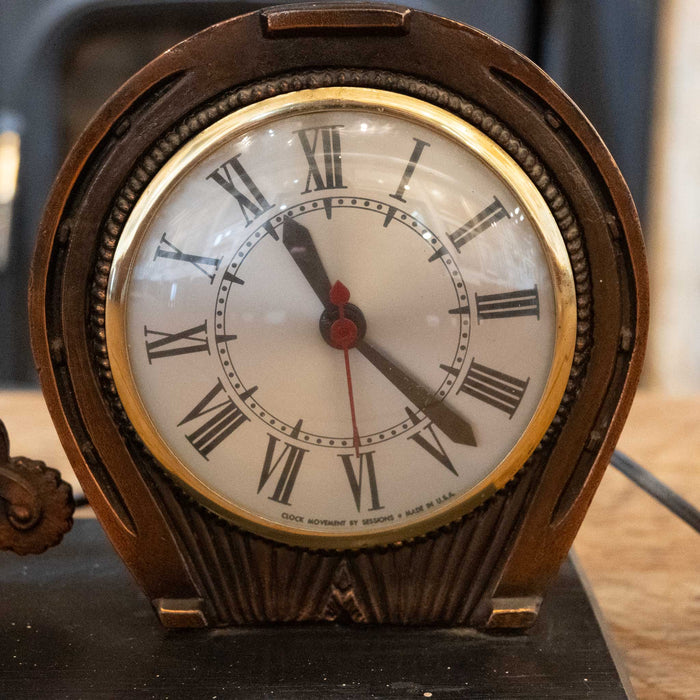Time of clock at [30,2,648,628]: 11:23
